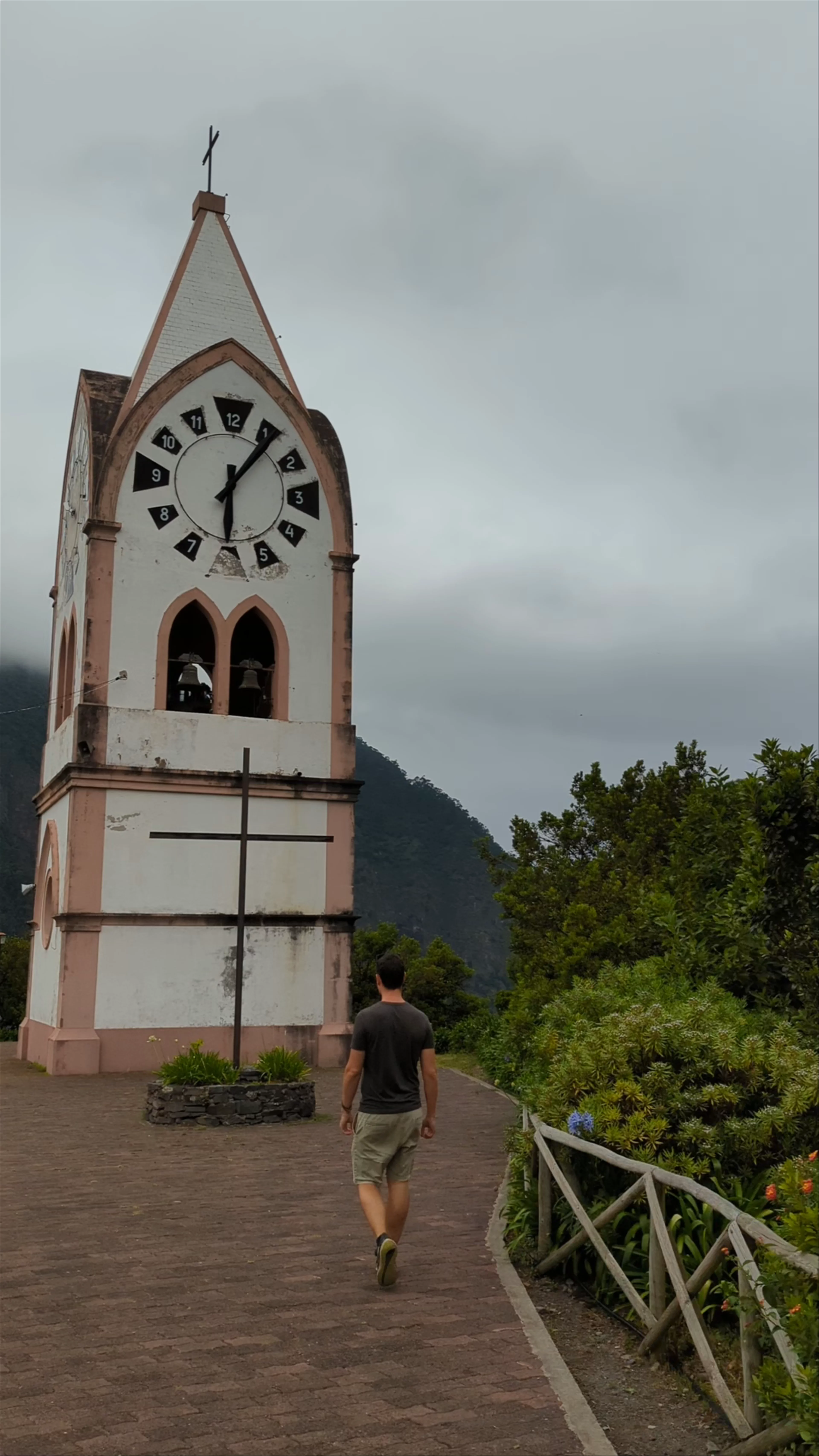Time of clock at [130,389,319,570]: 6:06
